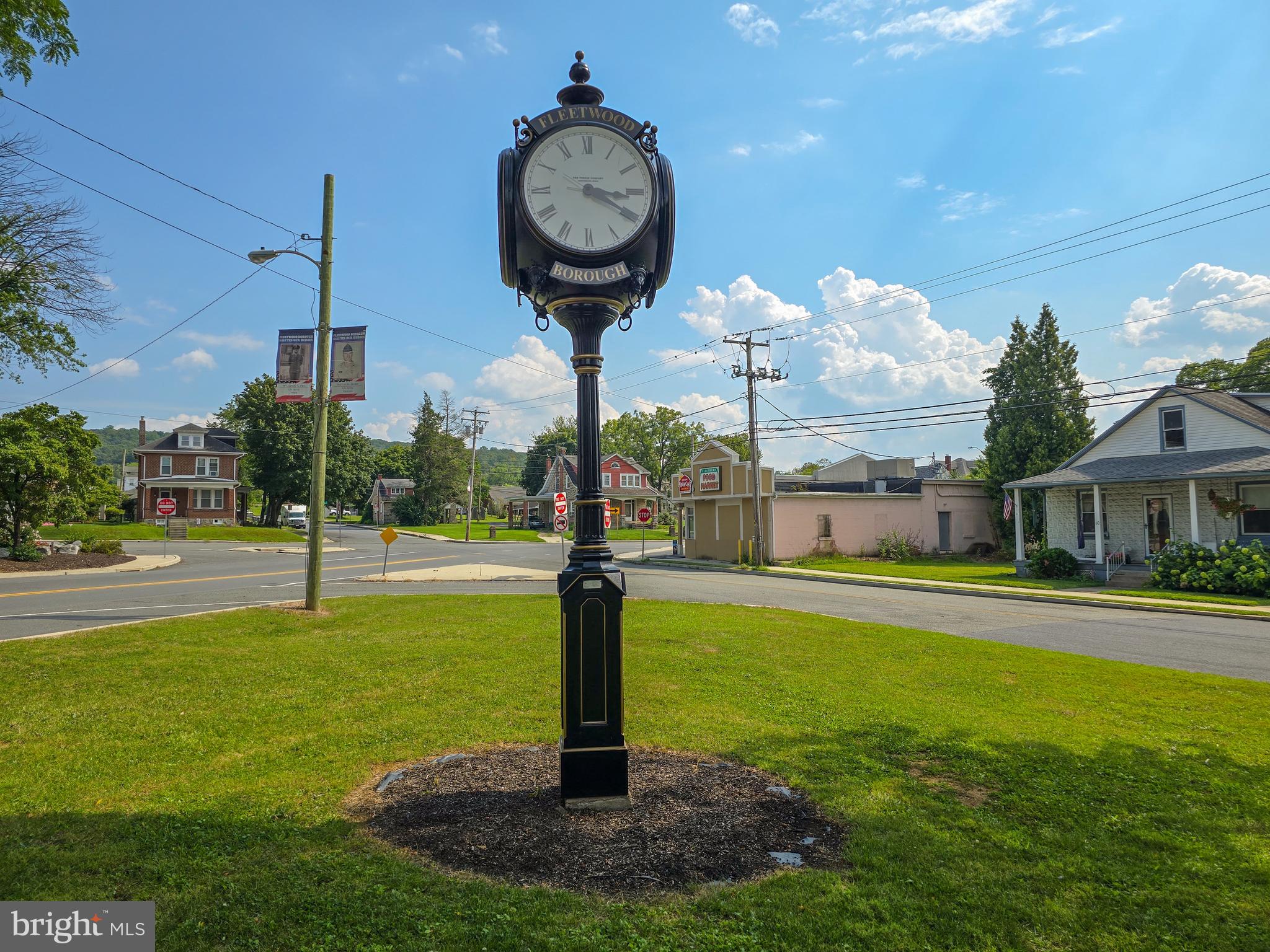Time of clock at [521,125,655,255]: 3:19
